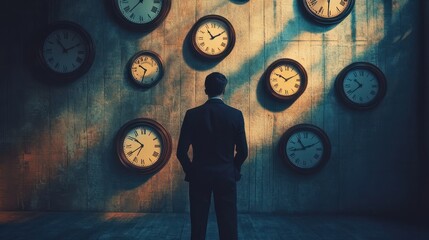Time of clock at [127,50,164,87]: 10:33
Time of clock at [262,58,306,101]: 10:10
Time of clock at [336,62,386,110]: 10:38
